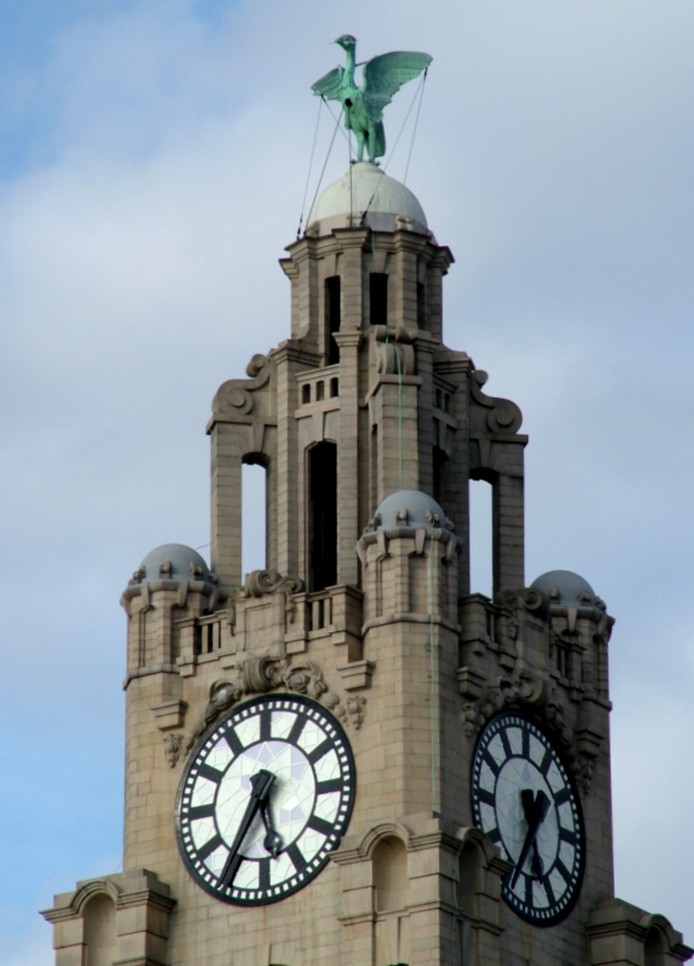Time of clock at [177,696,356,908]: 5:35
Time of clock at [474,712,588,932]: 5:35
